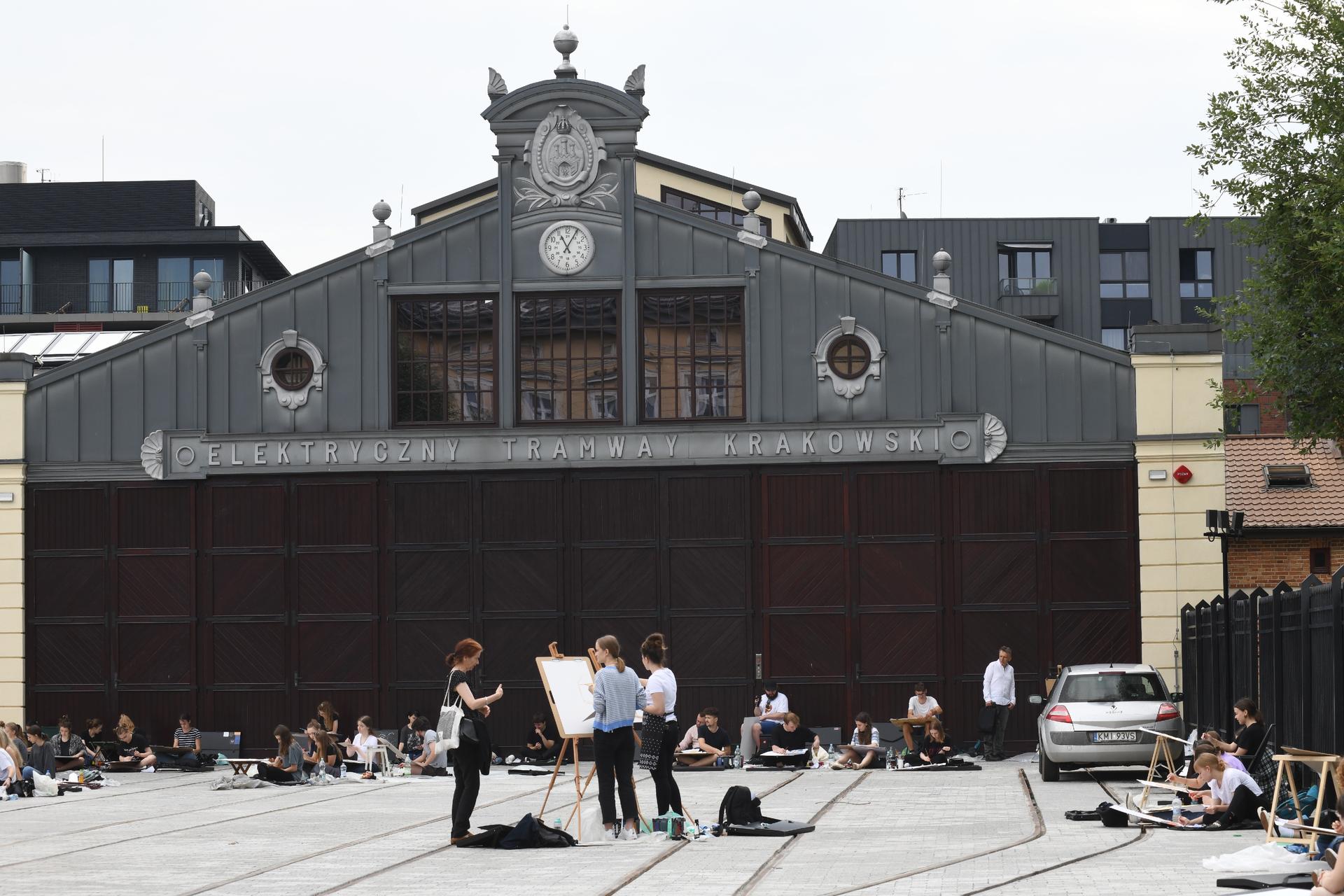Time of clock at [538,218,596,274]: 11:04
